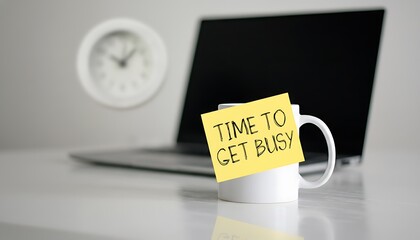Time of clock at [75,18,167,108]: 10:07
